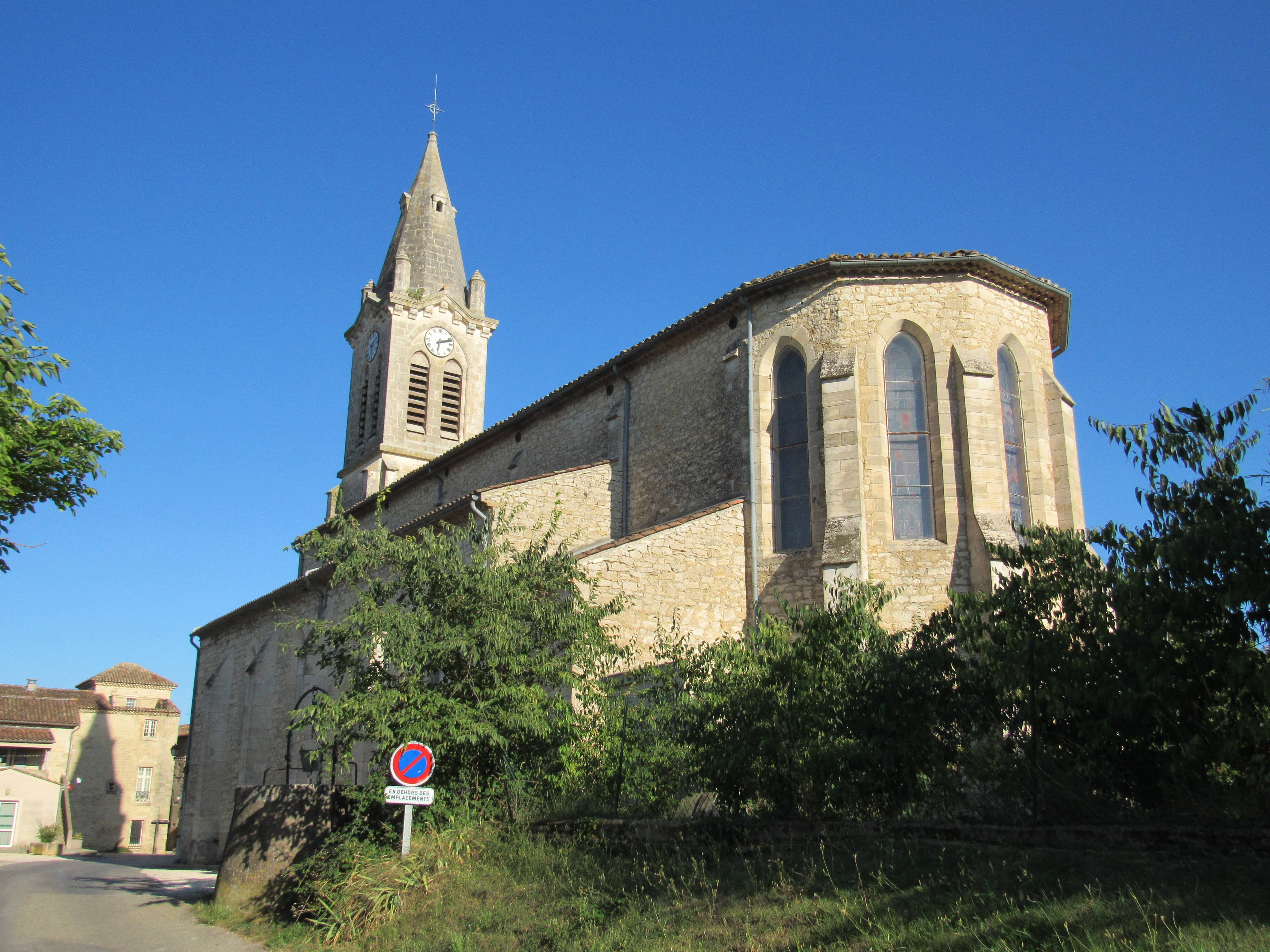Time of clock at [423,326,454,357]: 6:11
